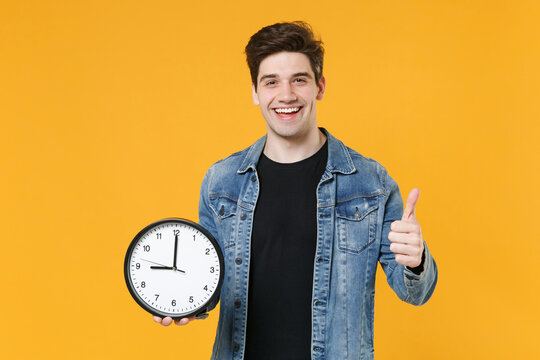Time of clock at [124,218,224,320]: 8:59
